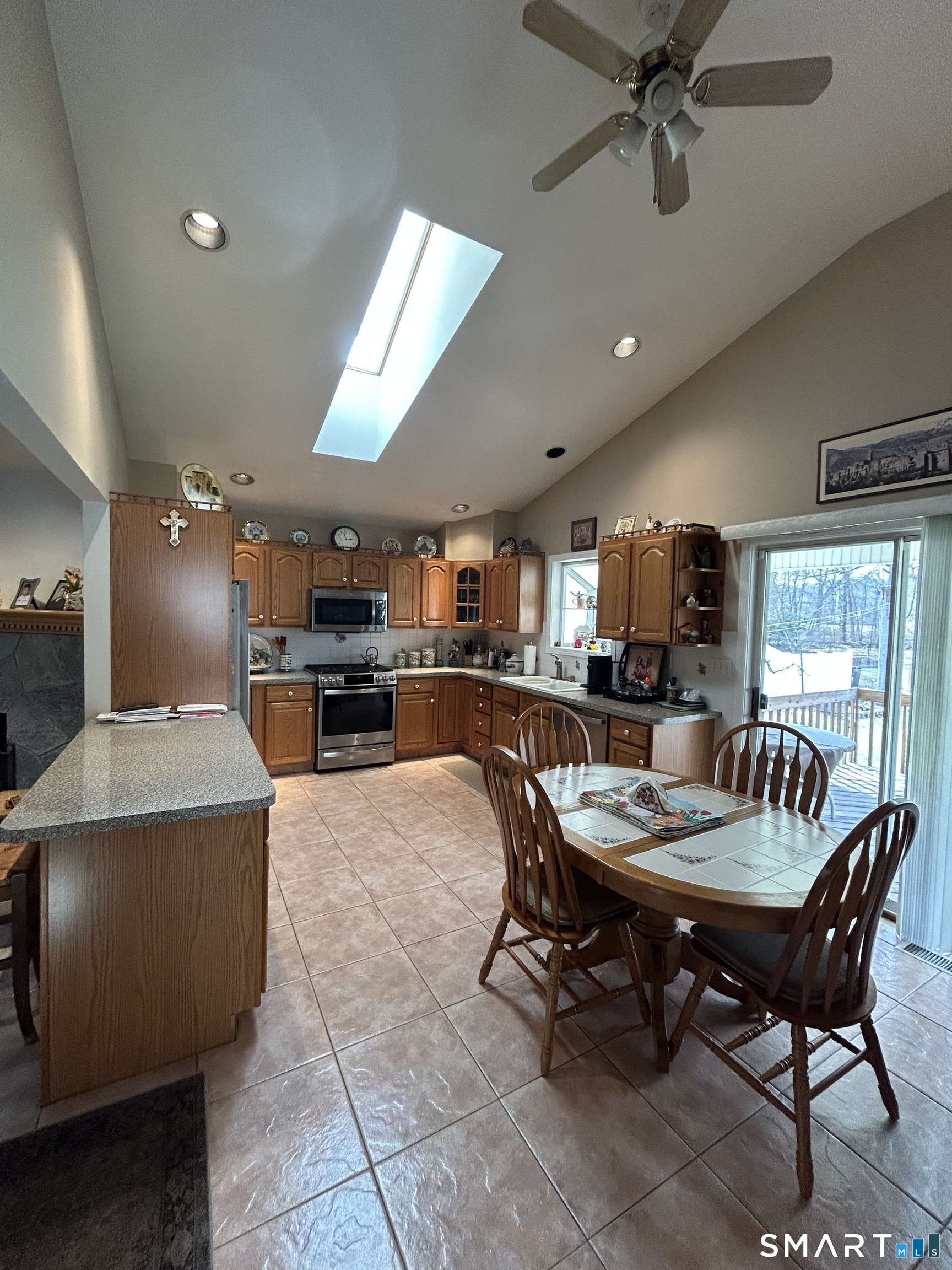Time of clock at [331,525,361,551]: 2:57
